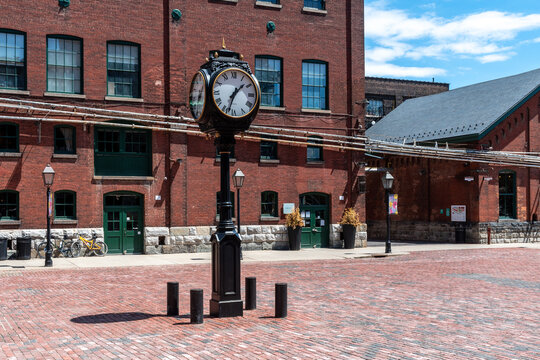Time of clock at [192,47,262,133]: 1:33
